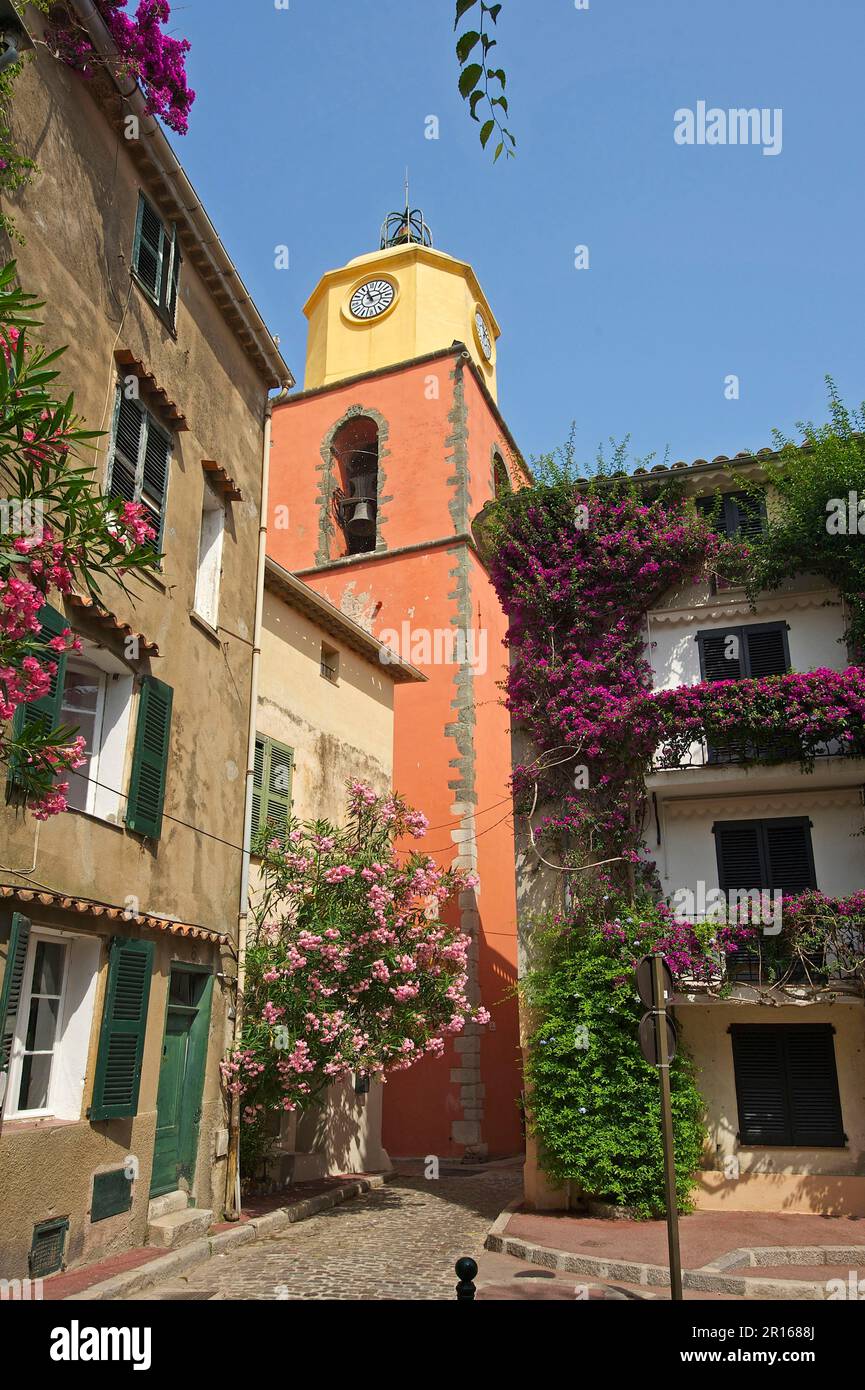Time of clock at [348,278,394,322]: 11:12
